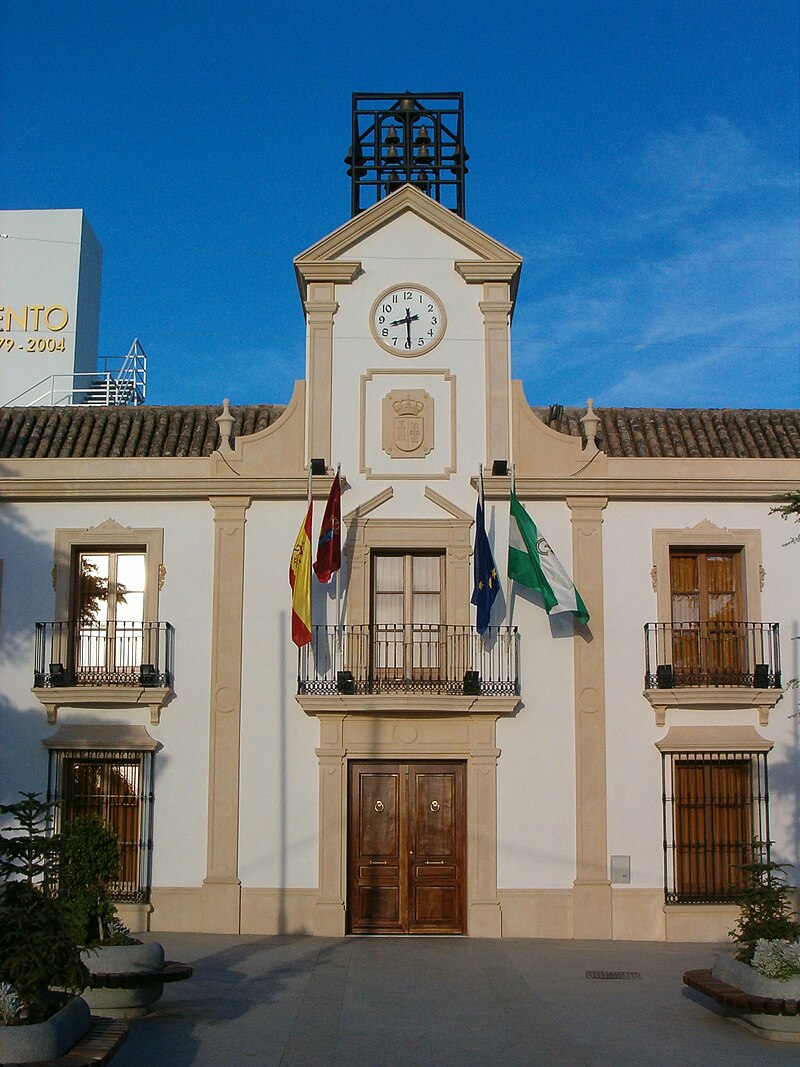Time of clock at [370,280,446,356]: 8:29
